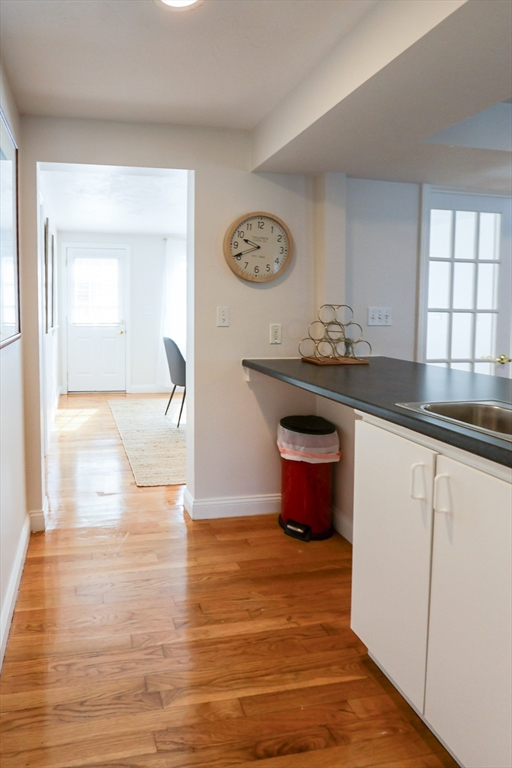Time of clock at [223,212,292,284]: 9:40
